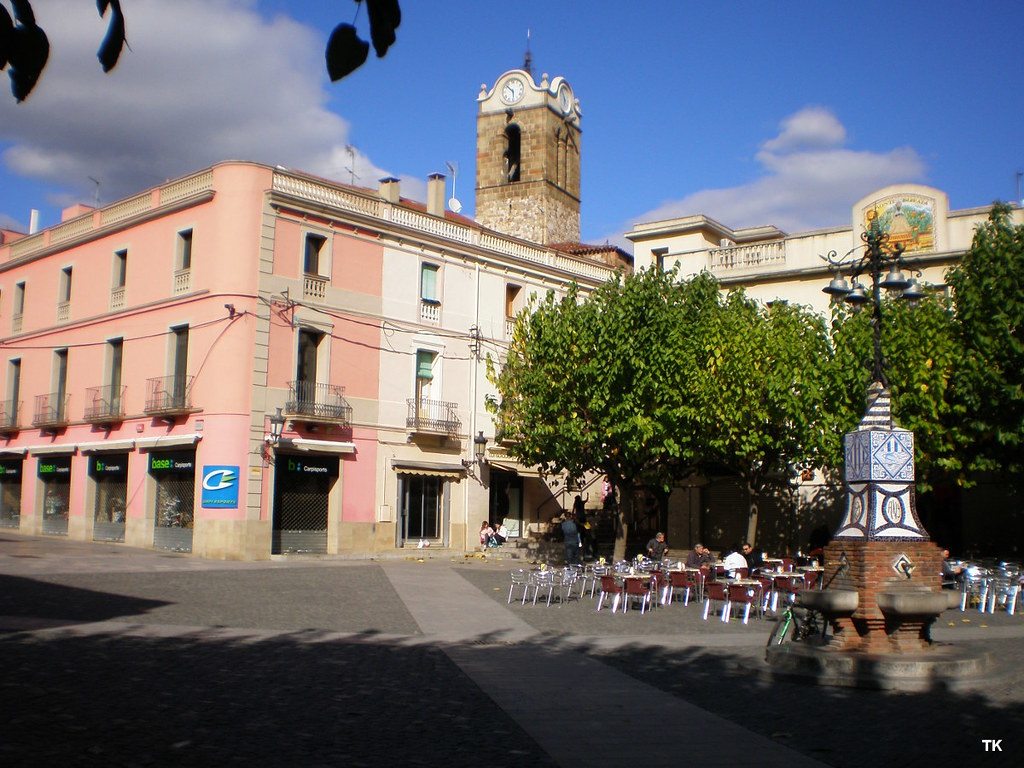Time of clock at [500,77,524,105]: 5:52
